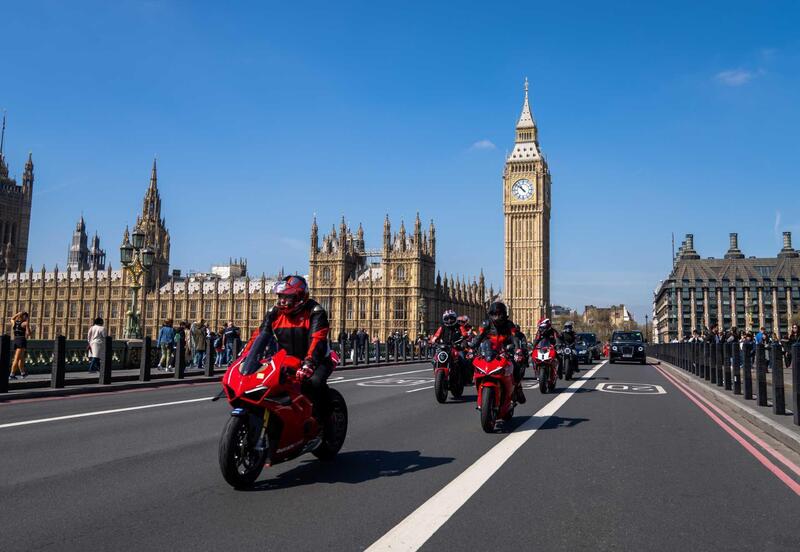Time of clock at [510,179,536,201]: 10:51
